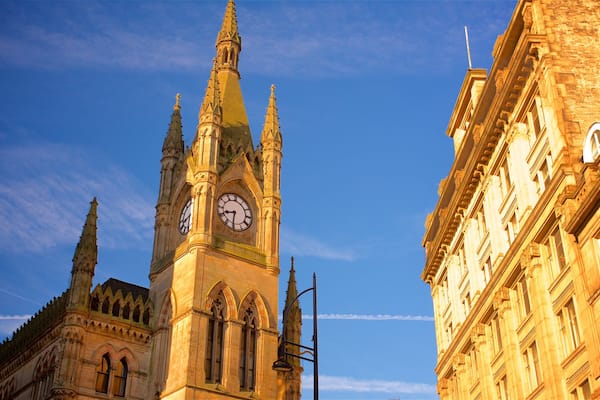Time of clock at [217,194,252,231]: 8:31
